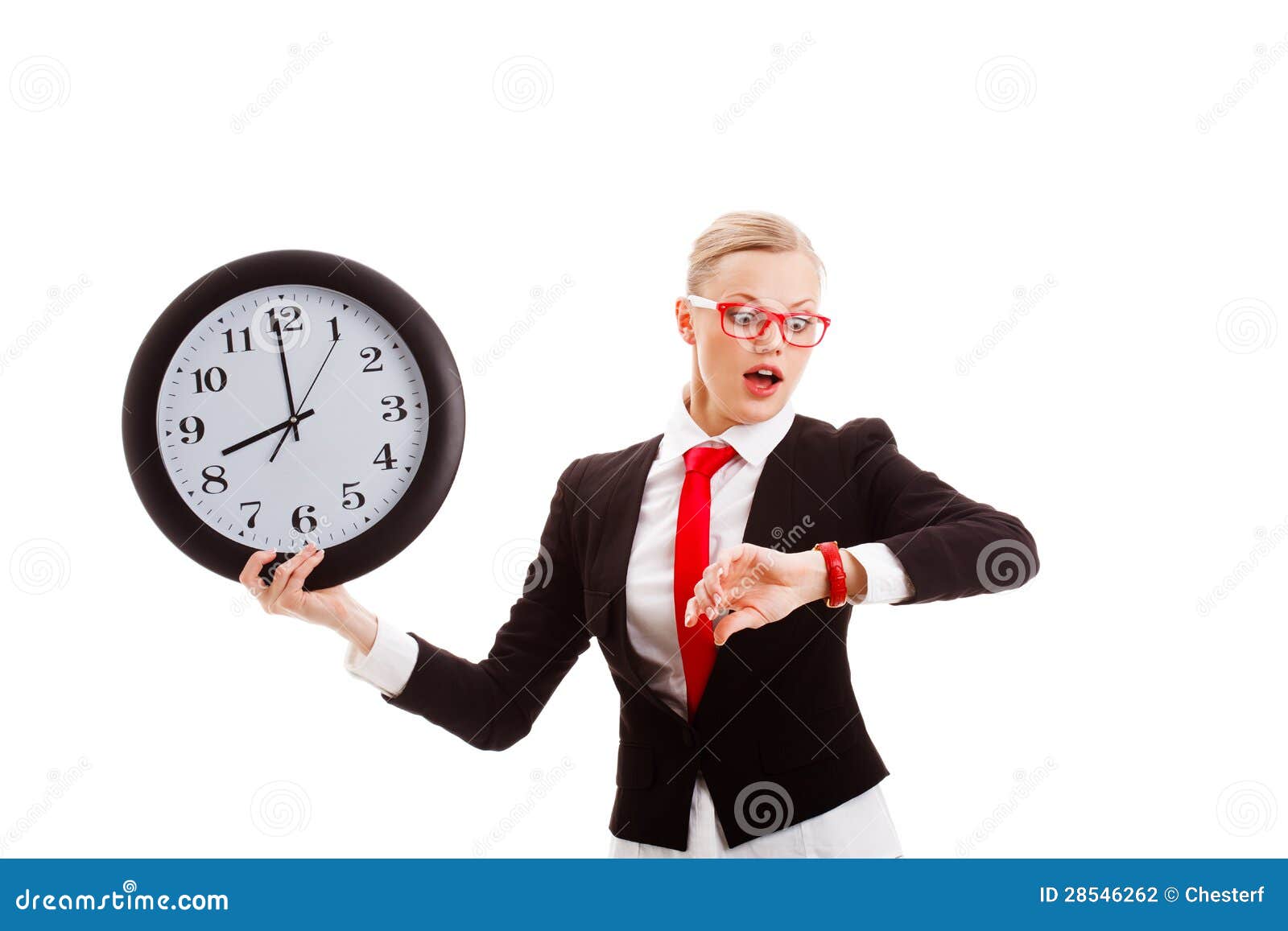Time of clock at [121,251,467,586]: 7:59
